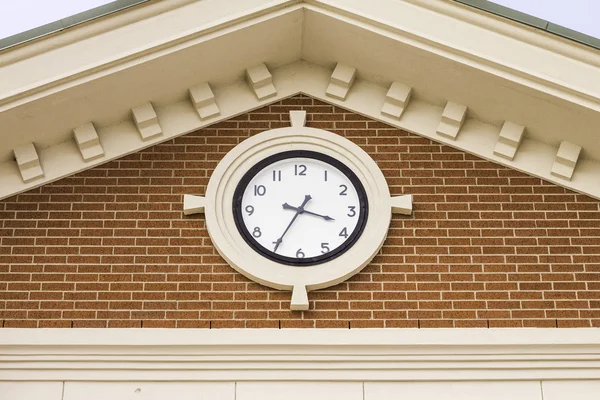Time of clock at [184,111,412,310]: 3:34
